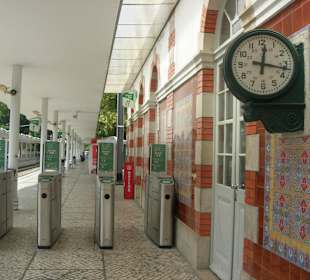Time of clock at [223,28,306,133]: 12:16
